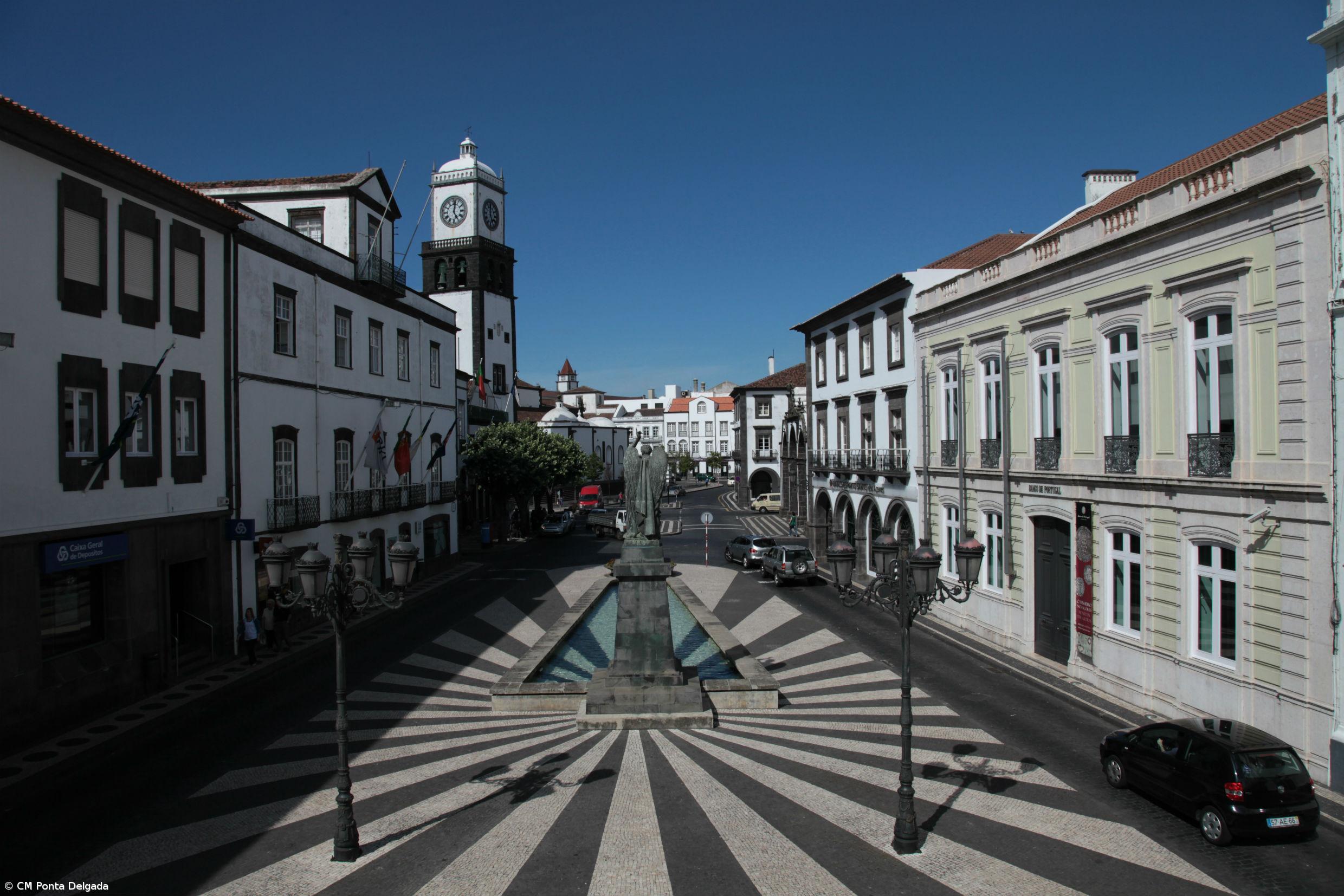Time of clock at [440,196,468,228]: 5:01
